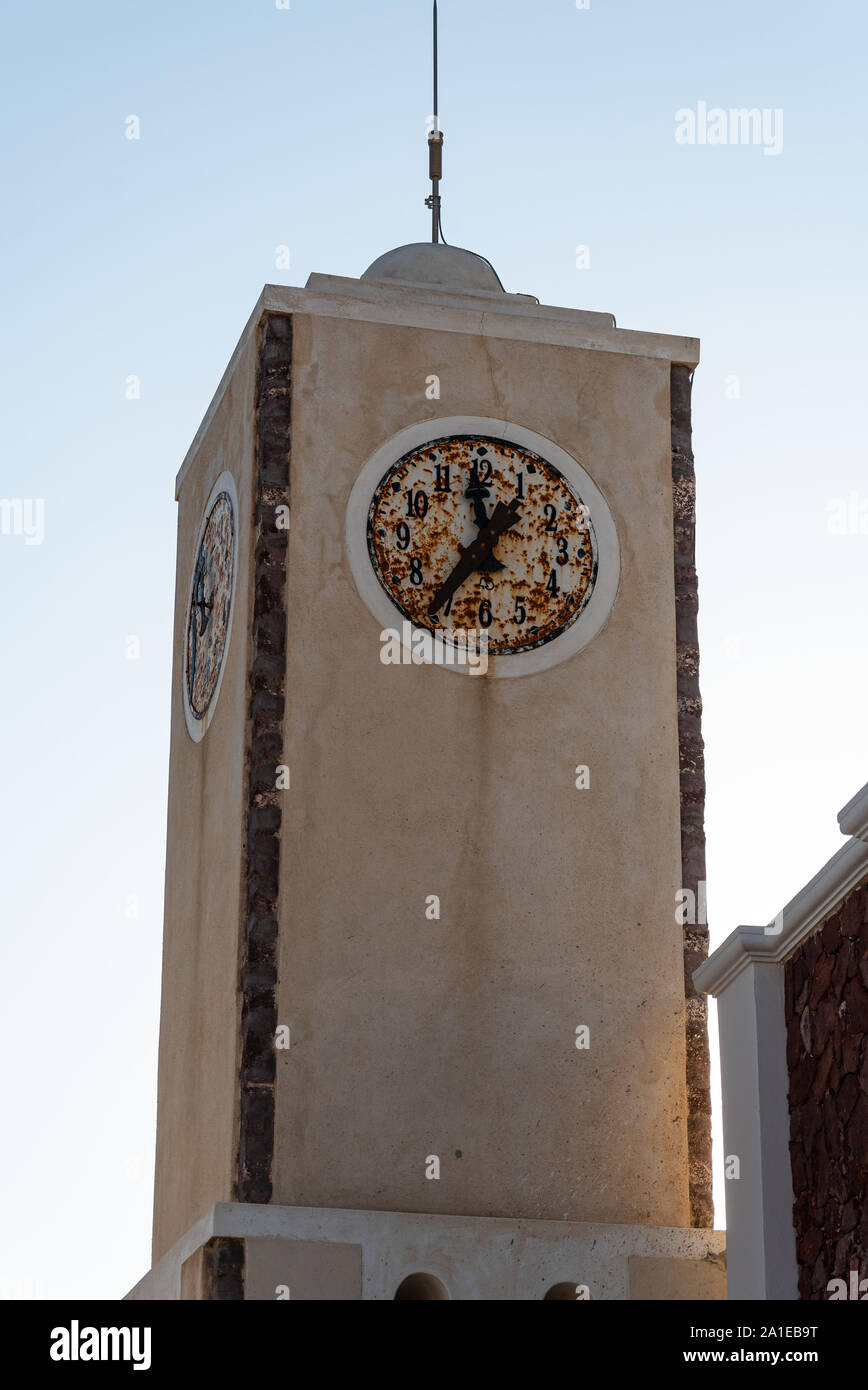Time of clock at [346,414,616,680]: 11:35
